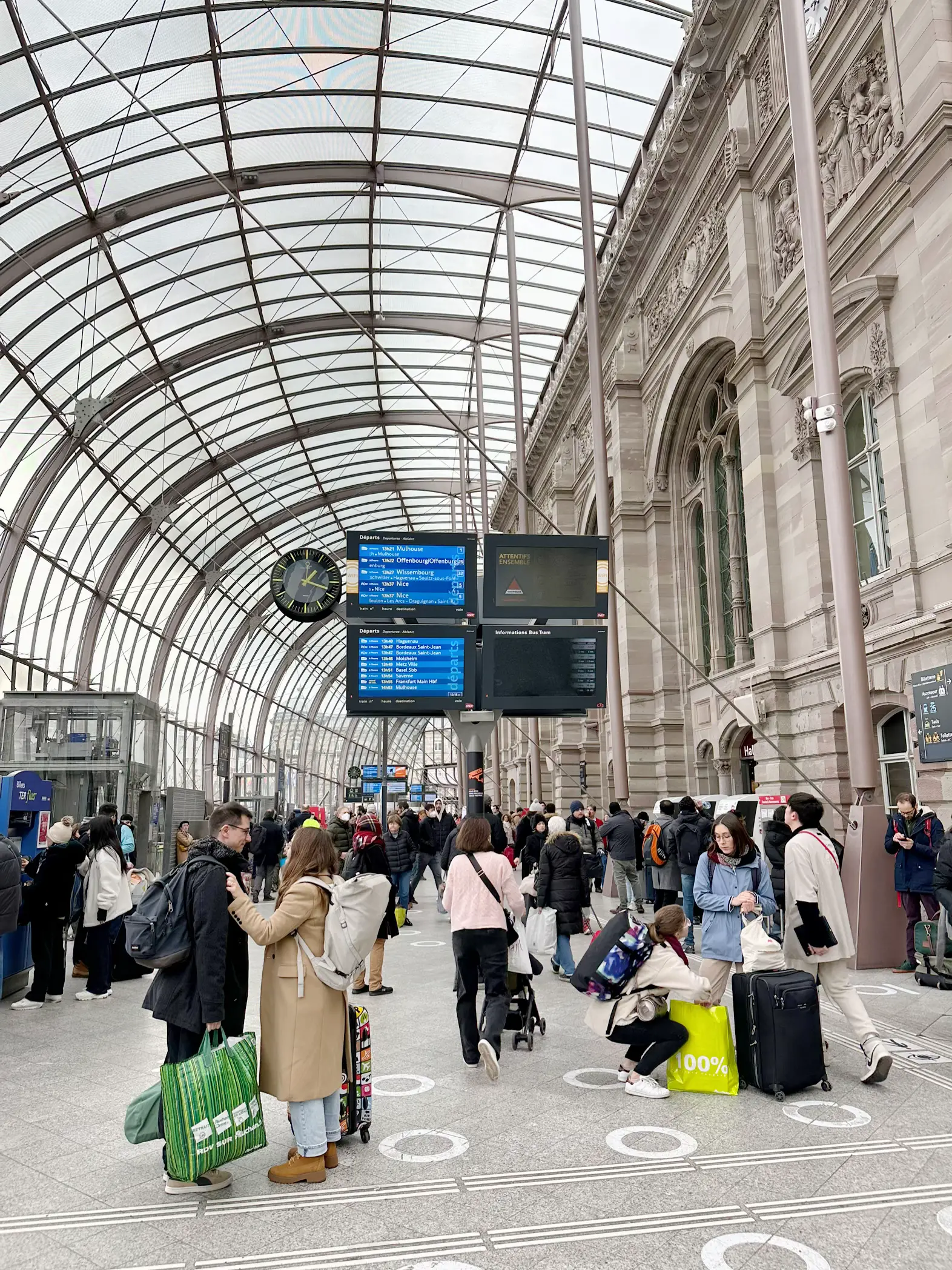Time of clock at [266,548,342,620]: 1:18
